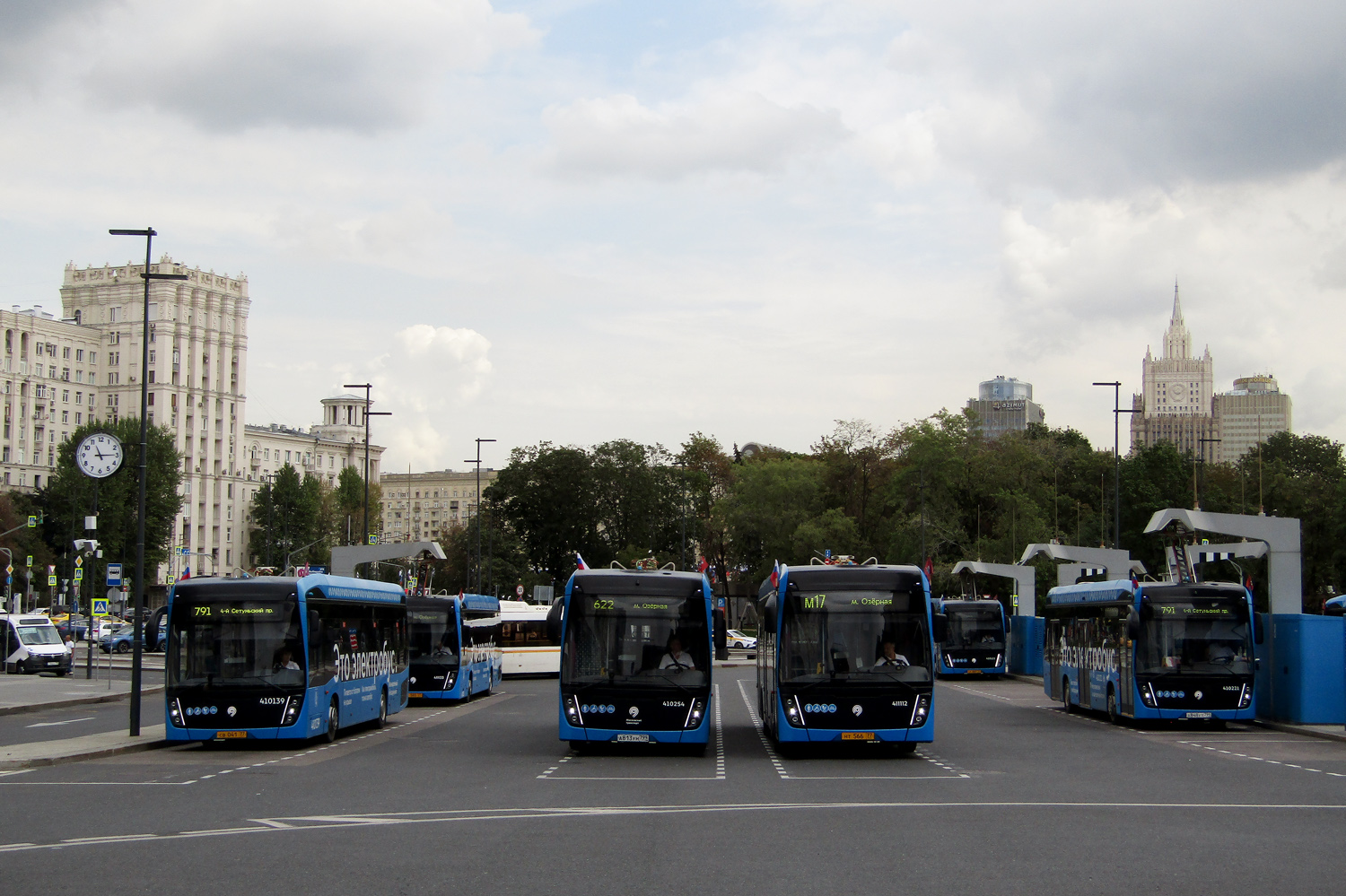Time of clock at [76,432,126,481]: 11:14
